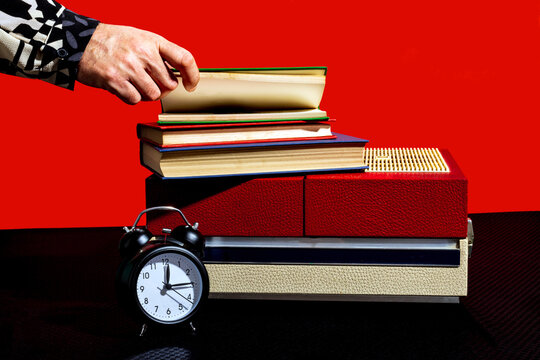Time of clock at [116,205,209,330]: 12:14
